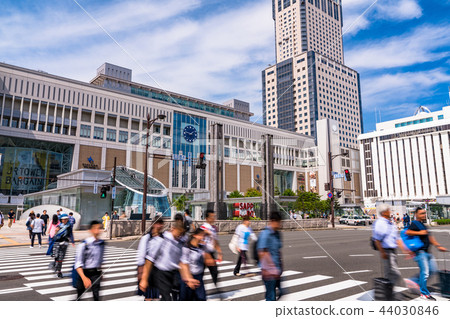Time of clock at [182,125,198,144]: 1:46
